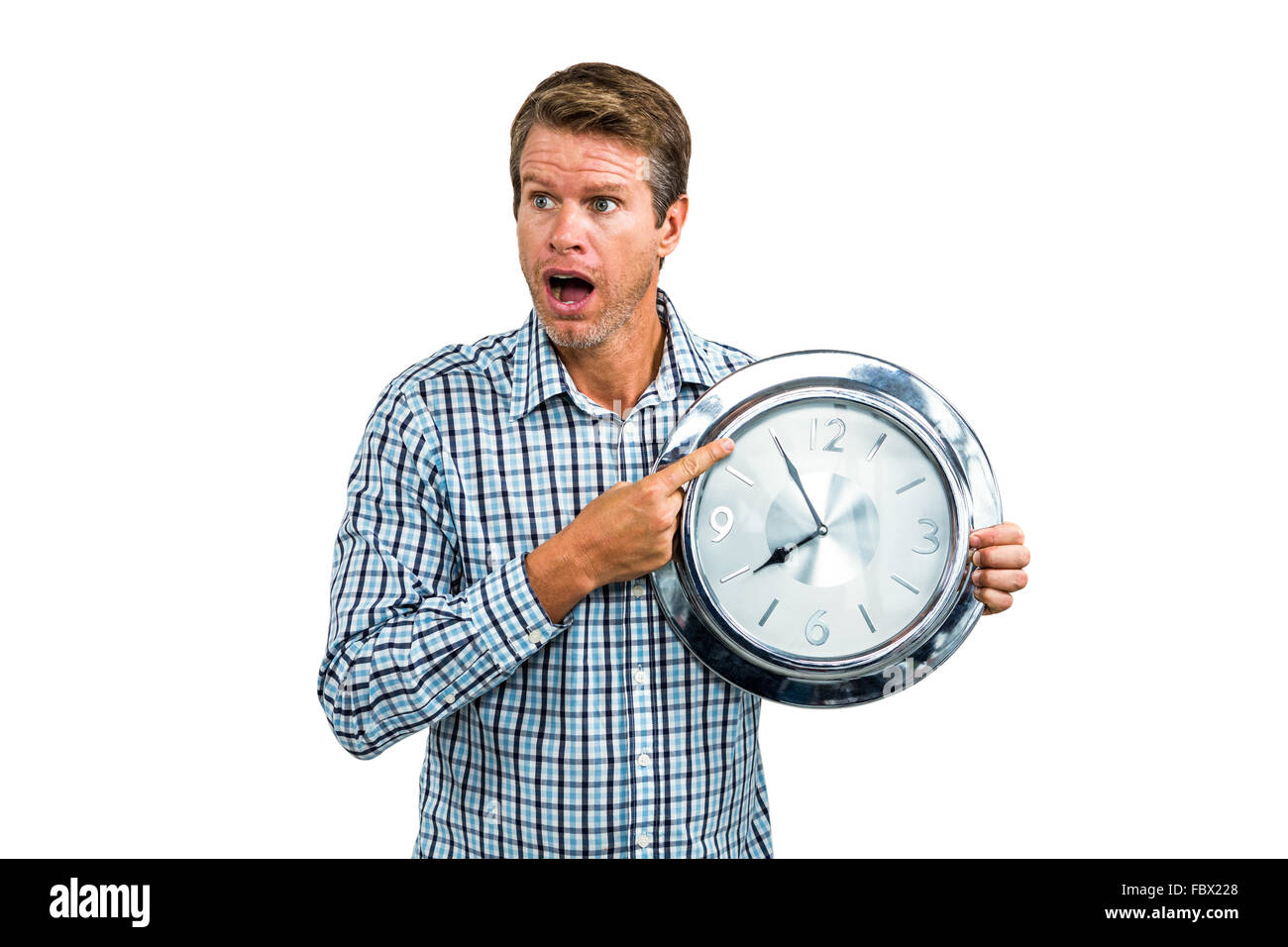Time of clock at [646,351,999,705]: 7:54
